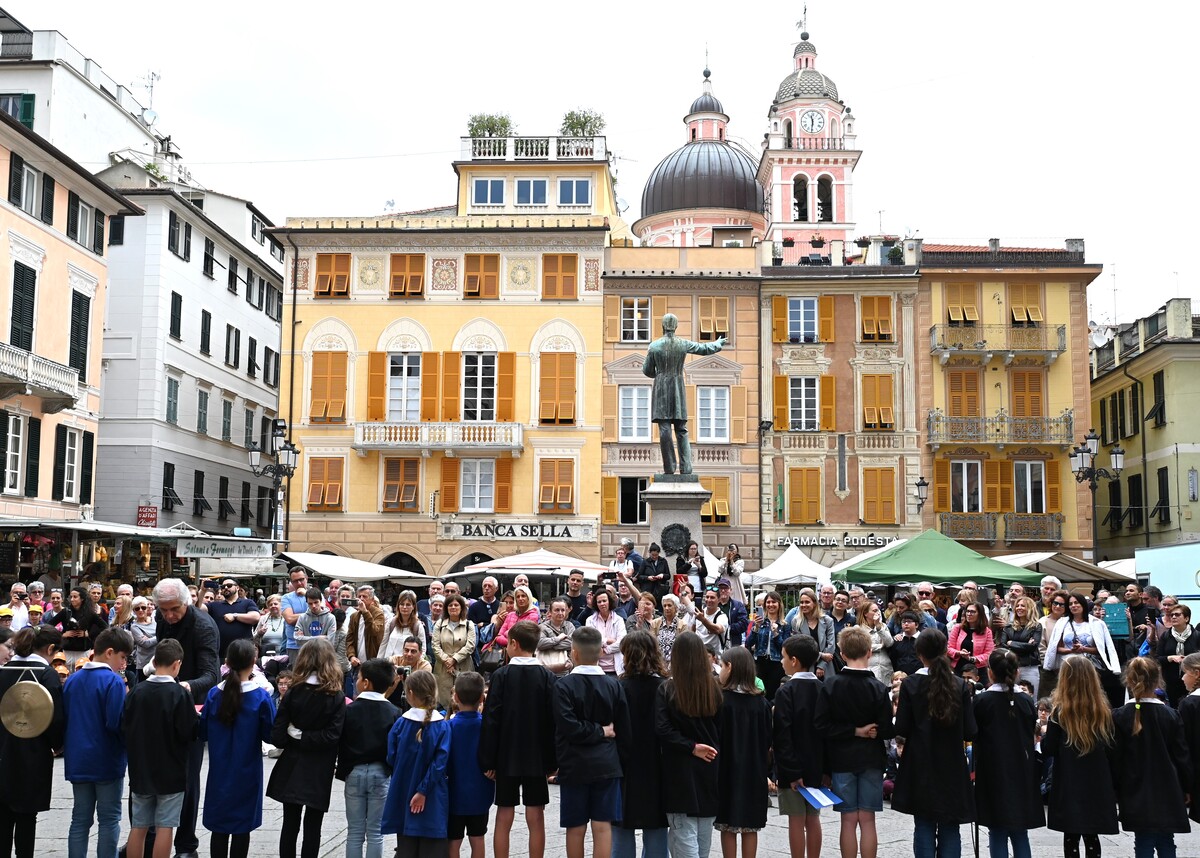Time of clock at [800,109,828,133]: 11:31
